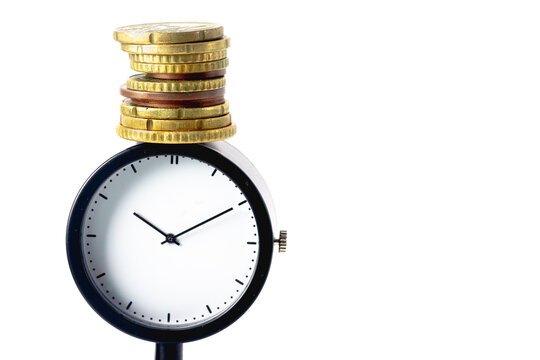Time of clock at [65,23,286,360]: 10:09
